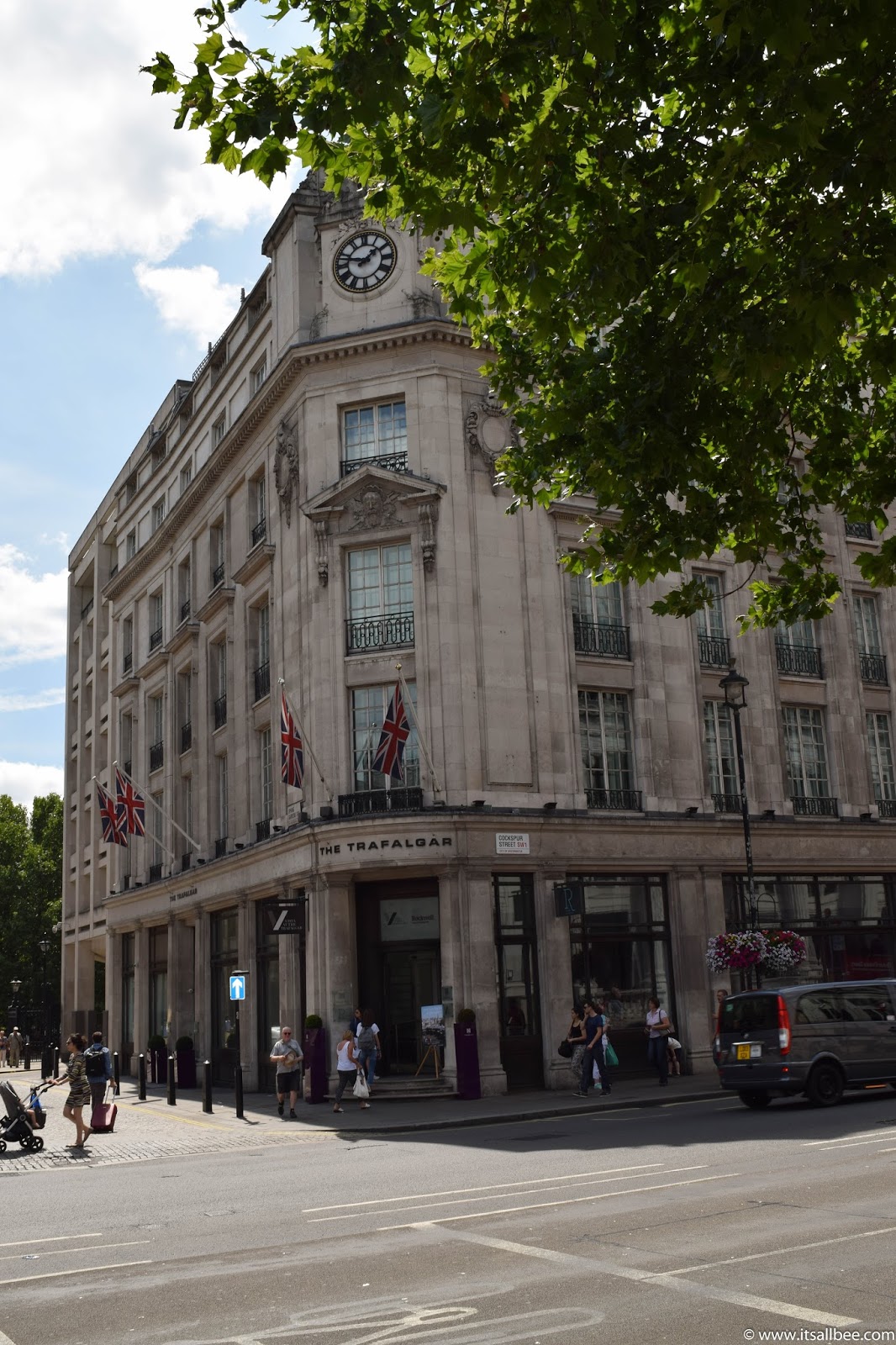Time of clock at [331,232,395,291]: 1:47
